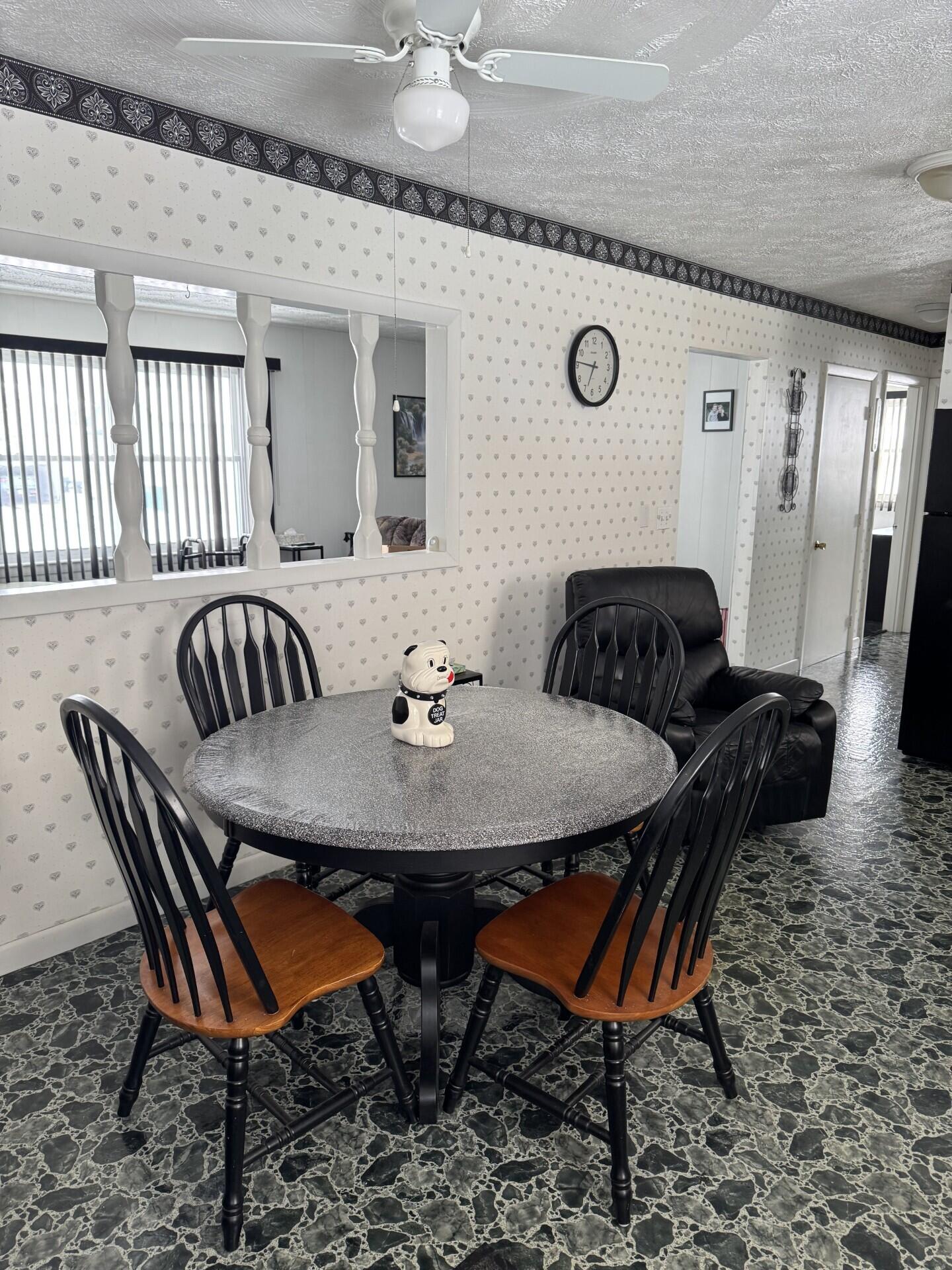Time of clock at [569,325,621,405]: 6:46
